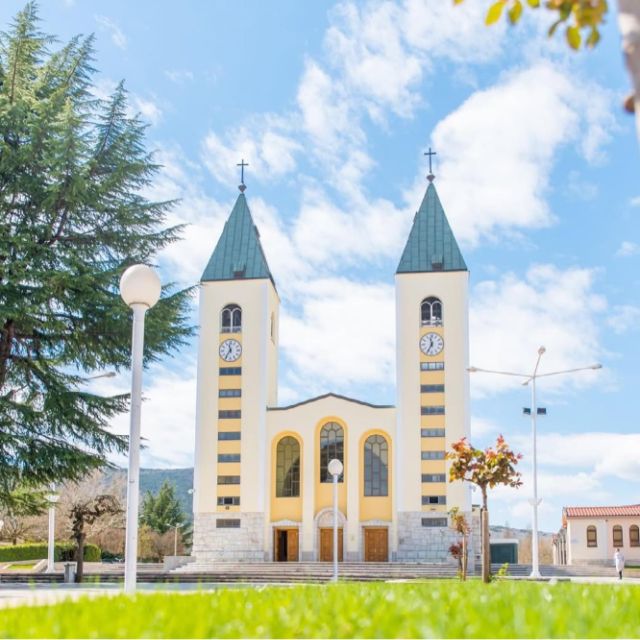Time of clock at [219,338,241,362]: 11:35
